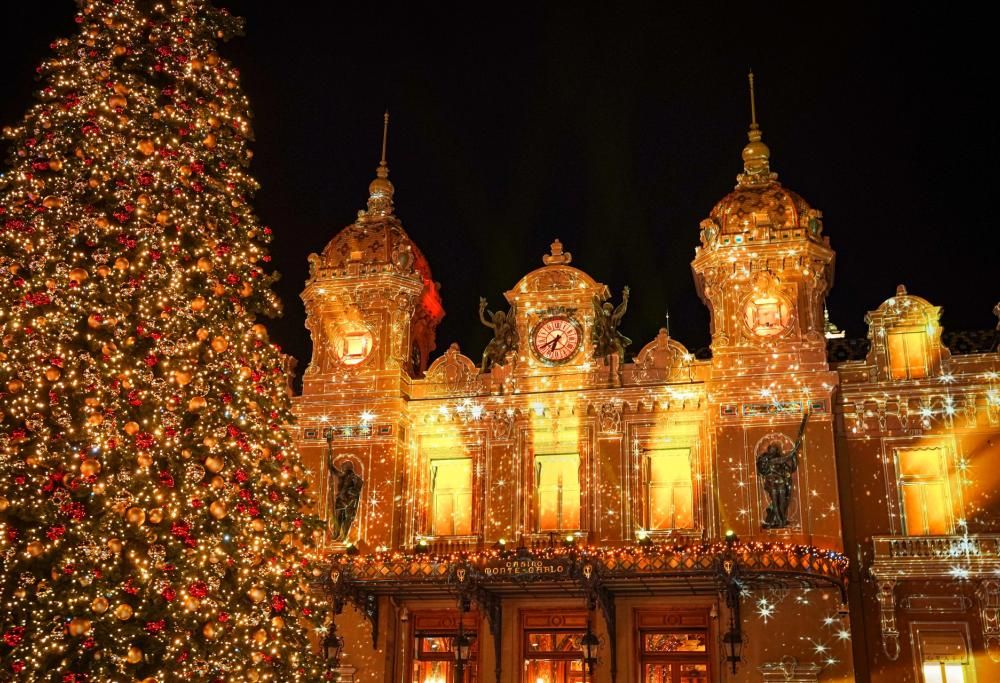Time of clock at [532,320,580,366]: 6:40
